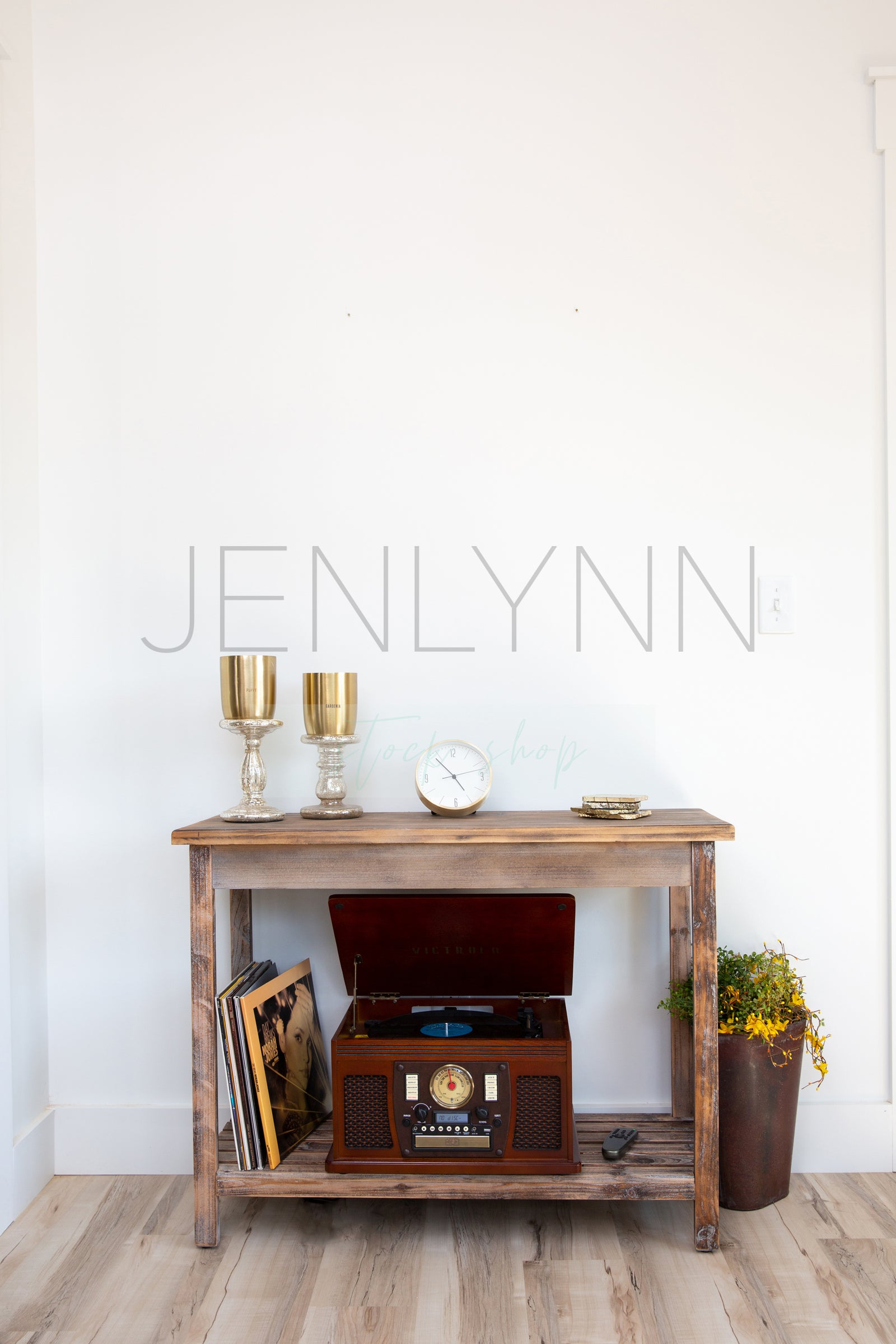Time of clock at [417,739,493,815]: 4:53
